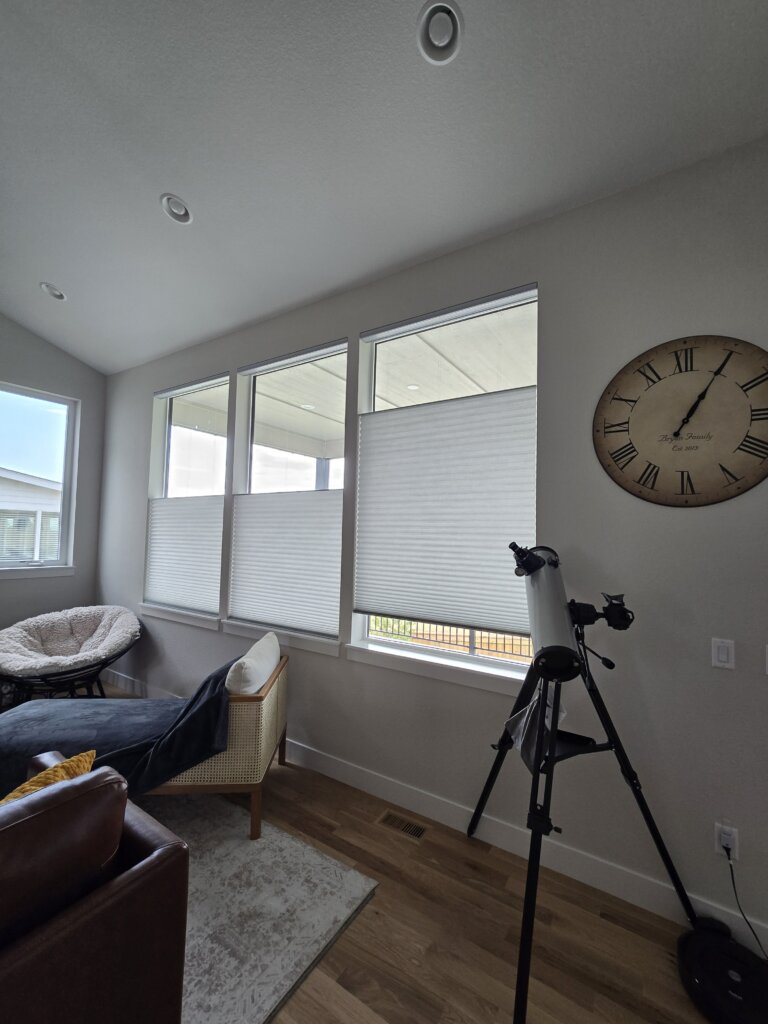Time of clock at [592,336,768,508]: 1:05
